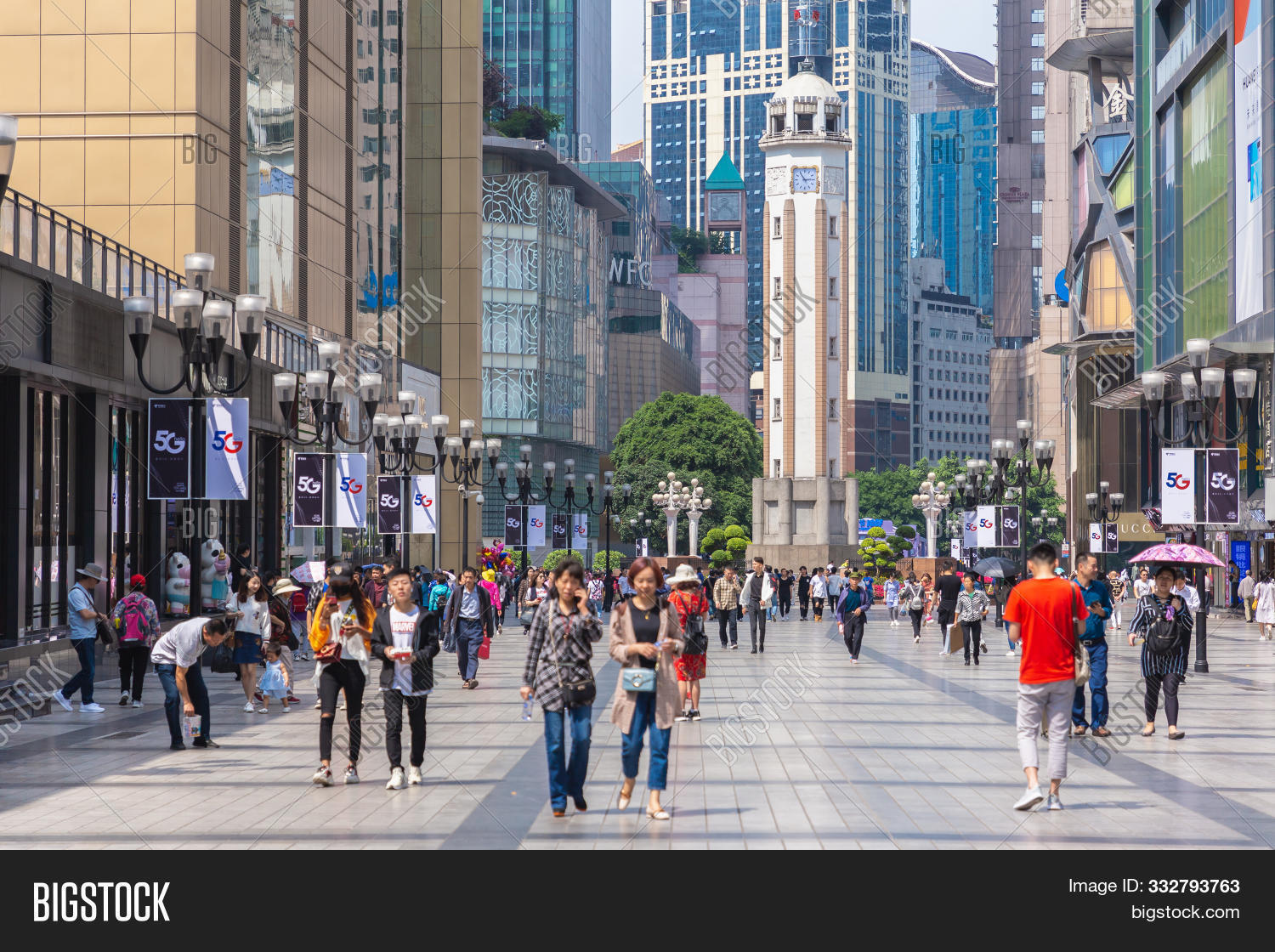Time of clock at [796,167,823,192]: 2:54
